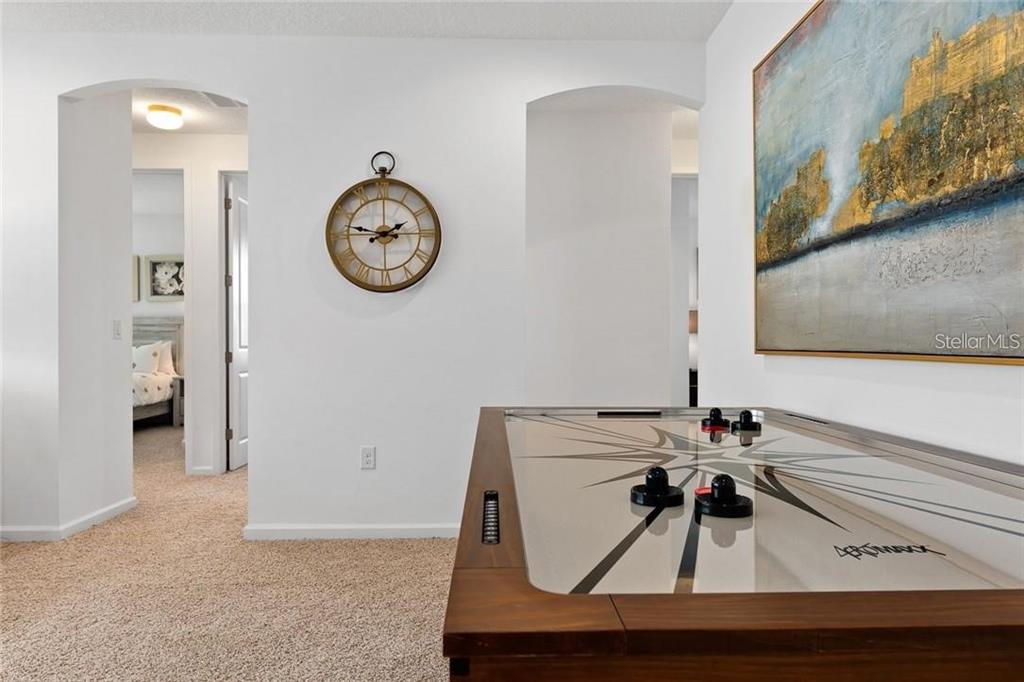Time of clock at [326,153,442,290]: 1:46
